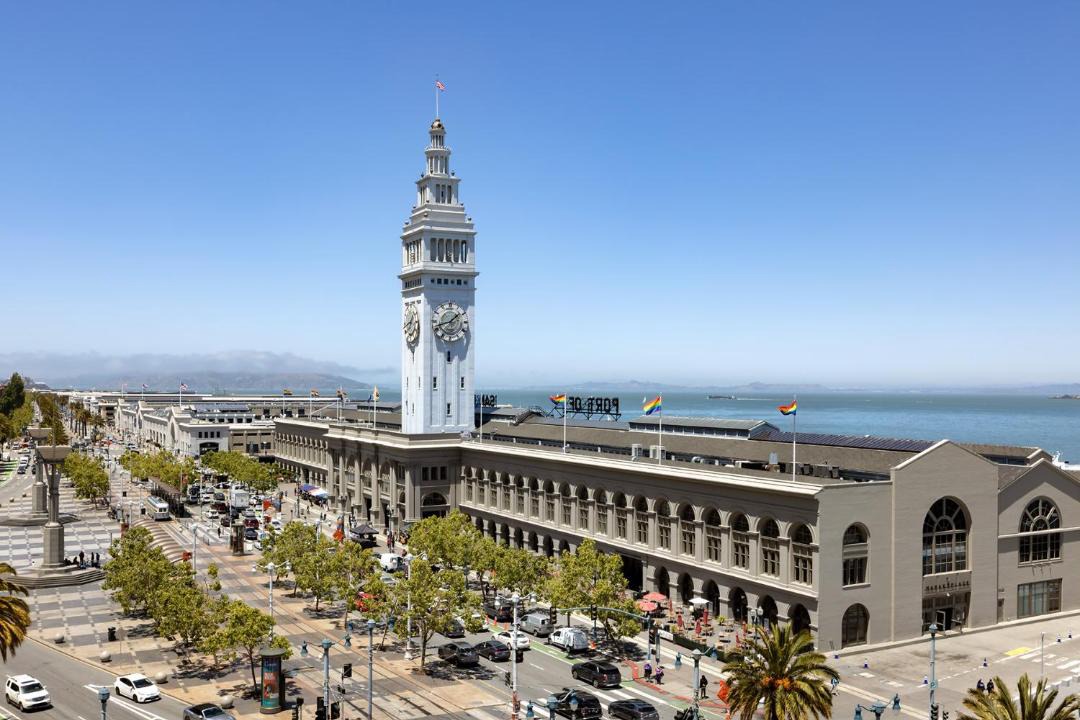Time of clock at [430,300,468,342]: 1:42
